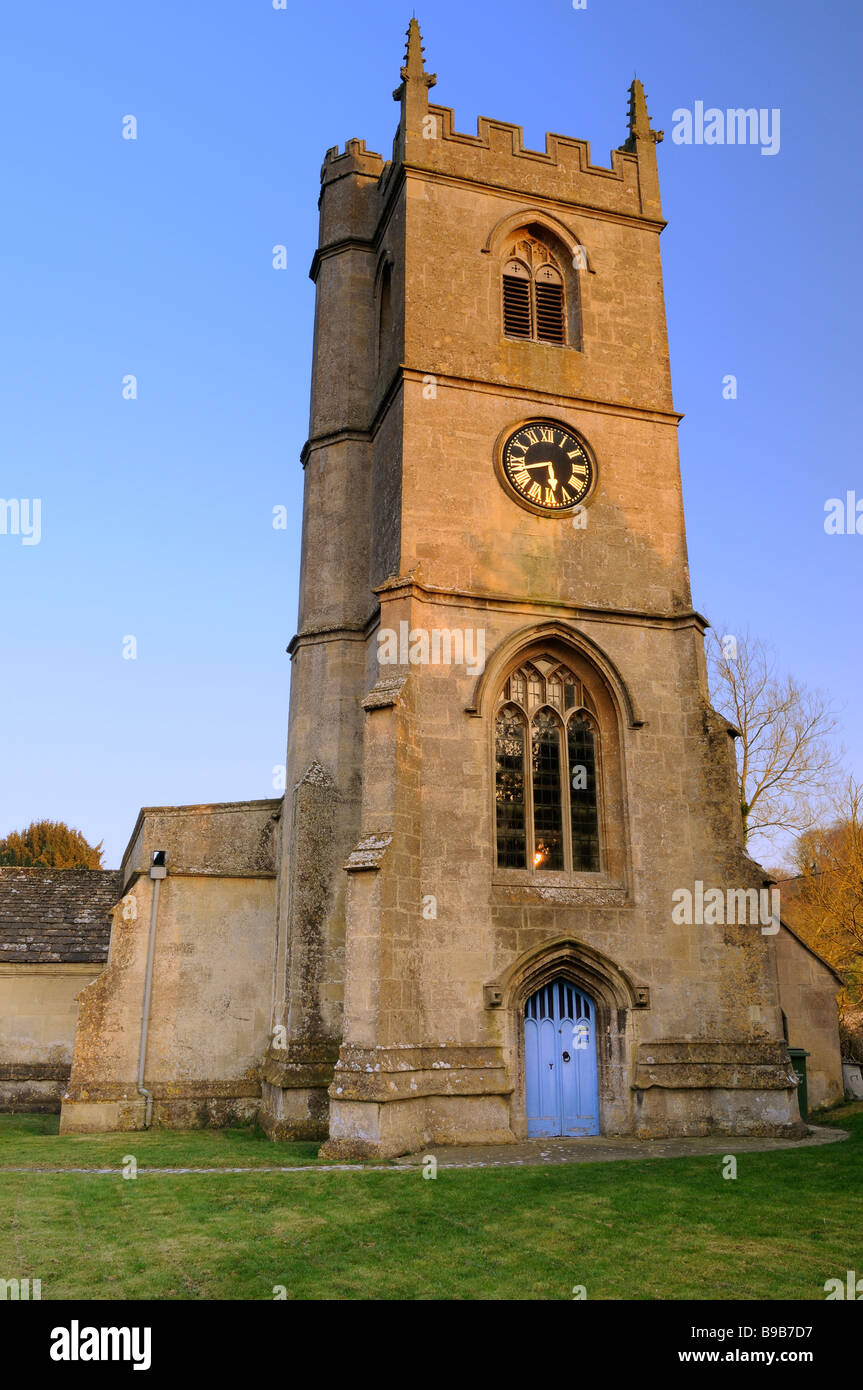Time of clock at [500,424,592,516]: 5:42
